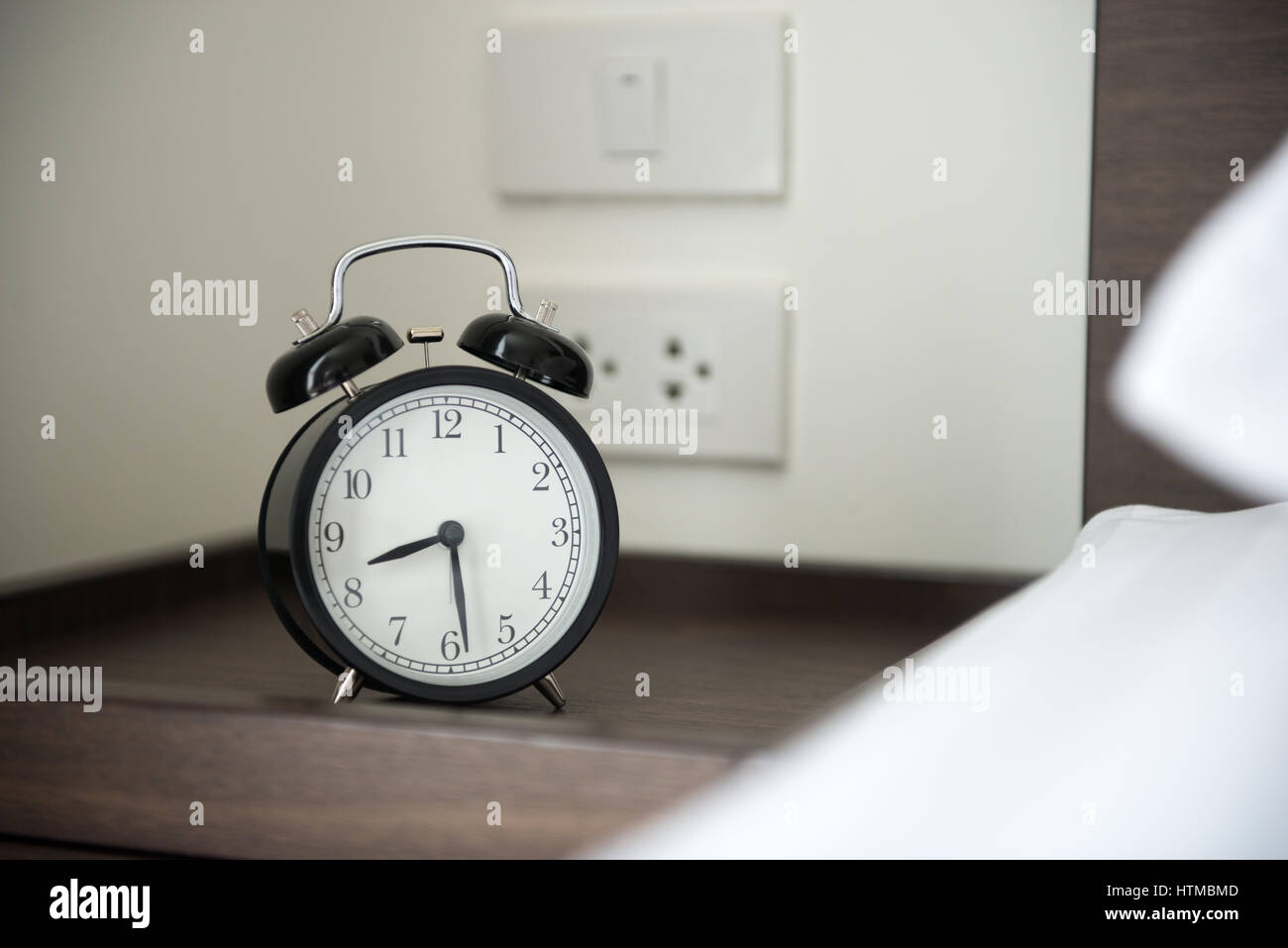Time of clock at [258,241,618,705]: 8:28
